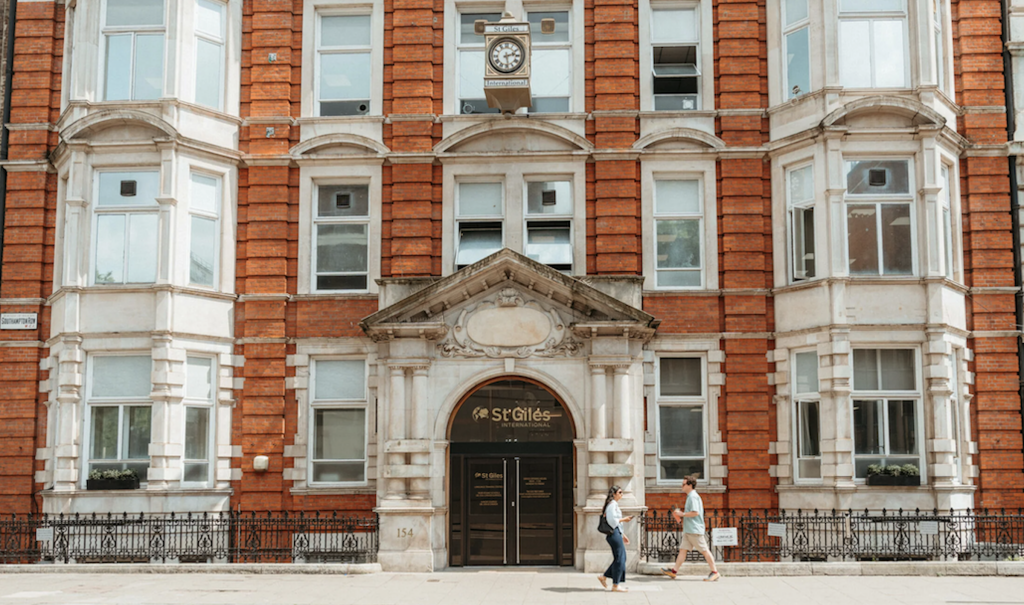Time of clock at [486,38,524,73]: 2:28
